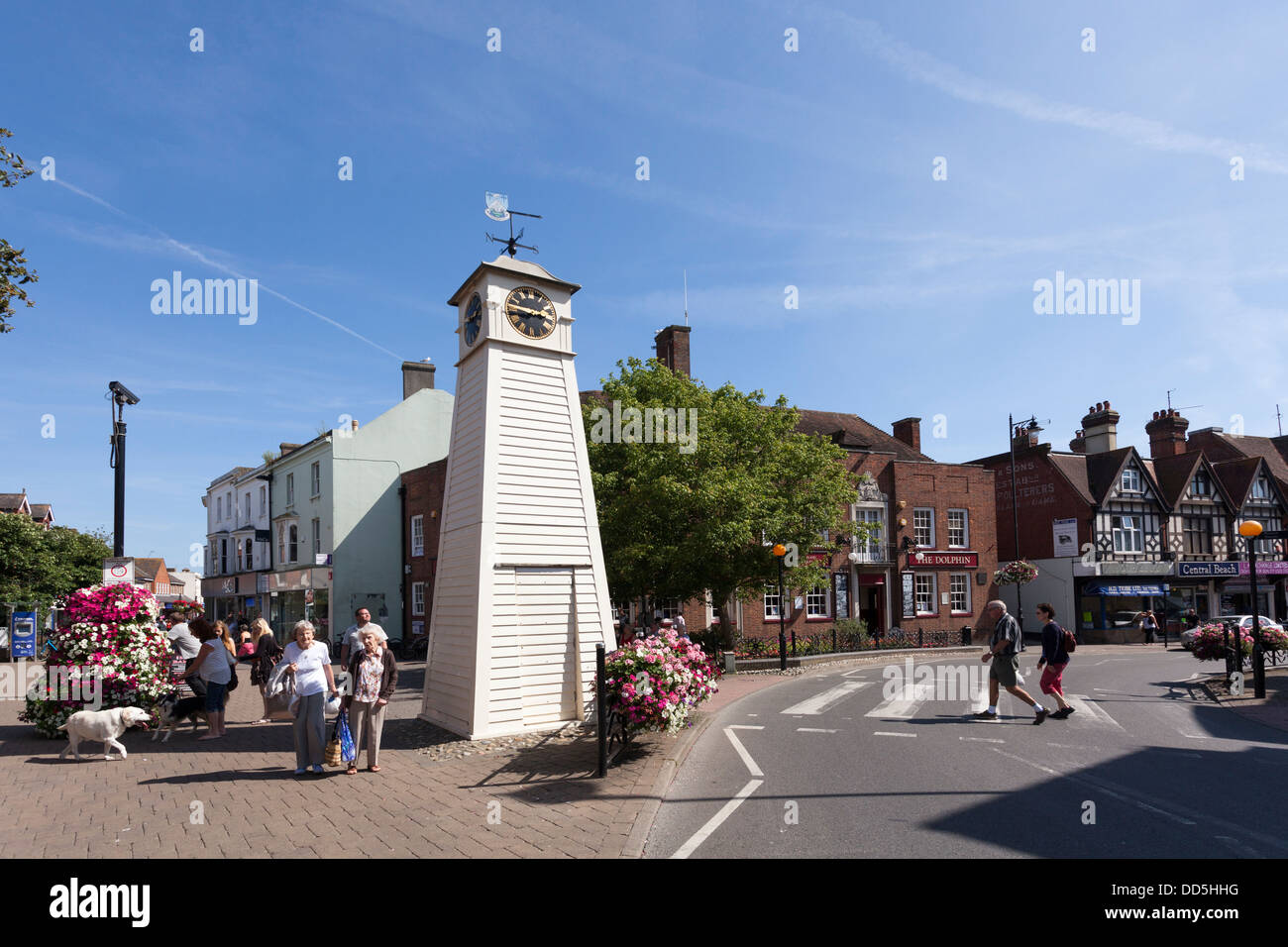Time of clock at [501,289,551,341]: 2:46
